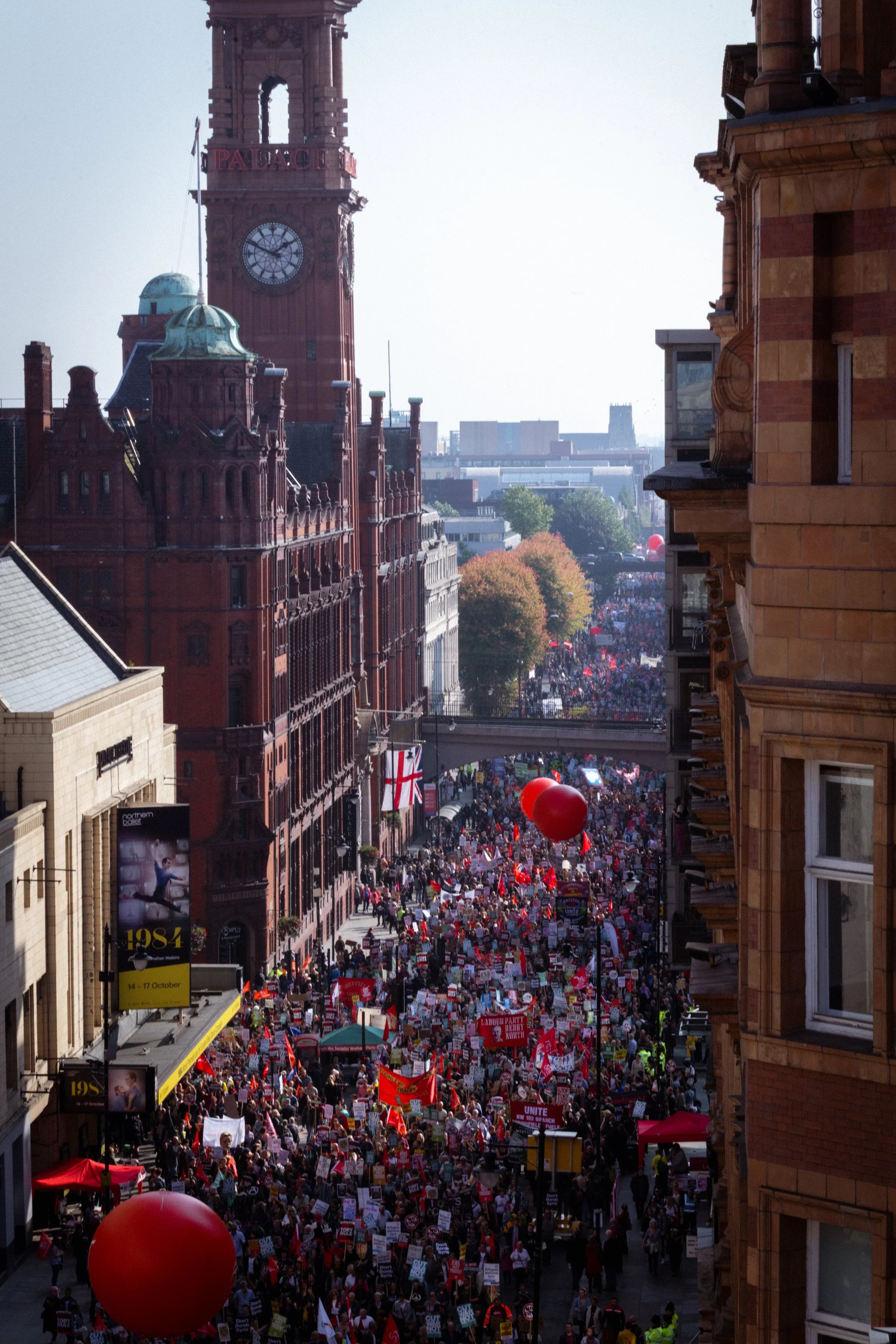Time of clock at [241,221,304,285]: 1:49
